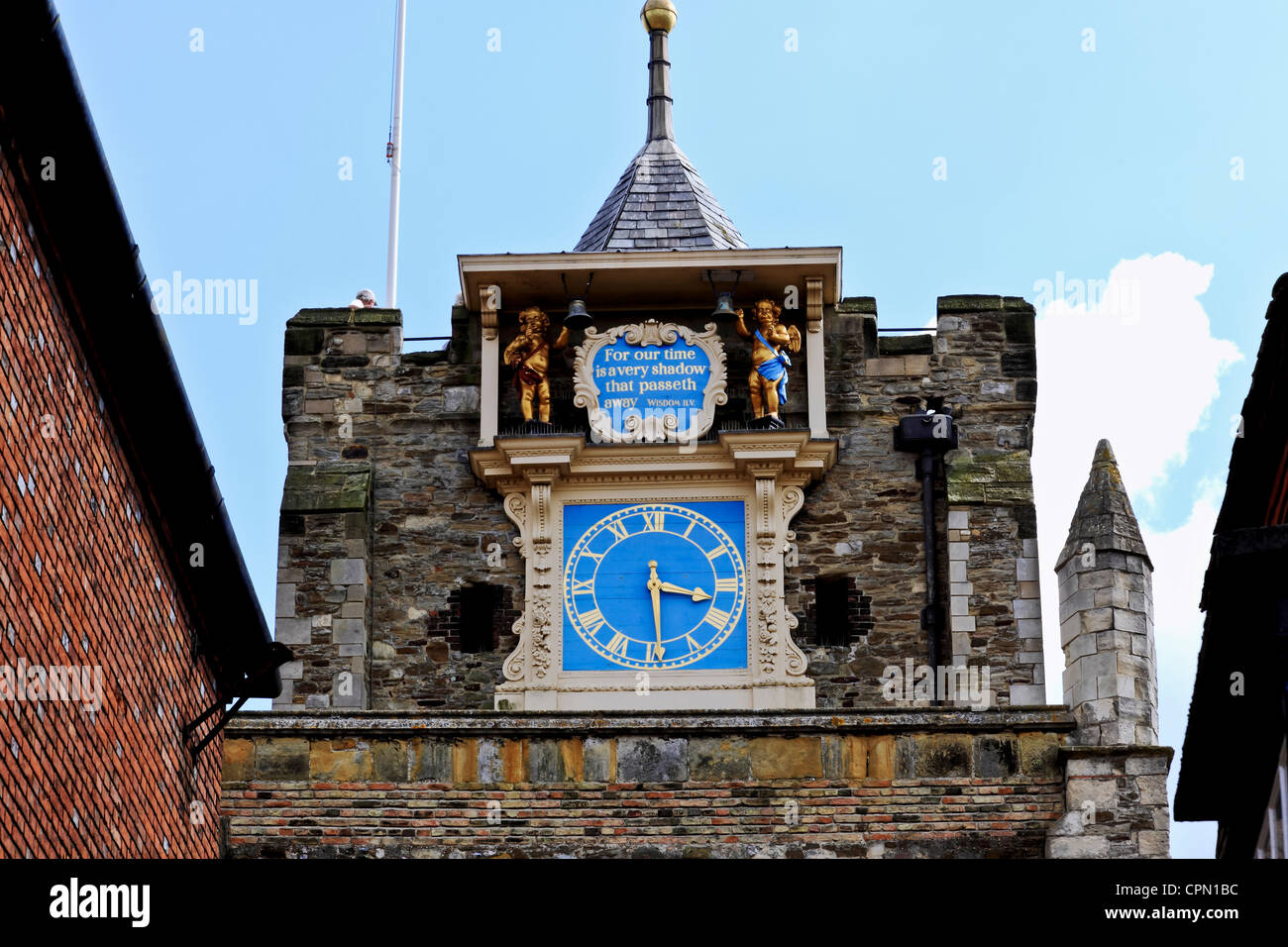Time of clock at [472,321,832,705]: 3:29
